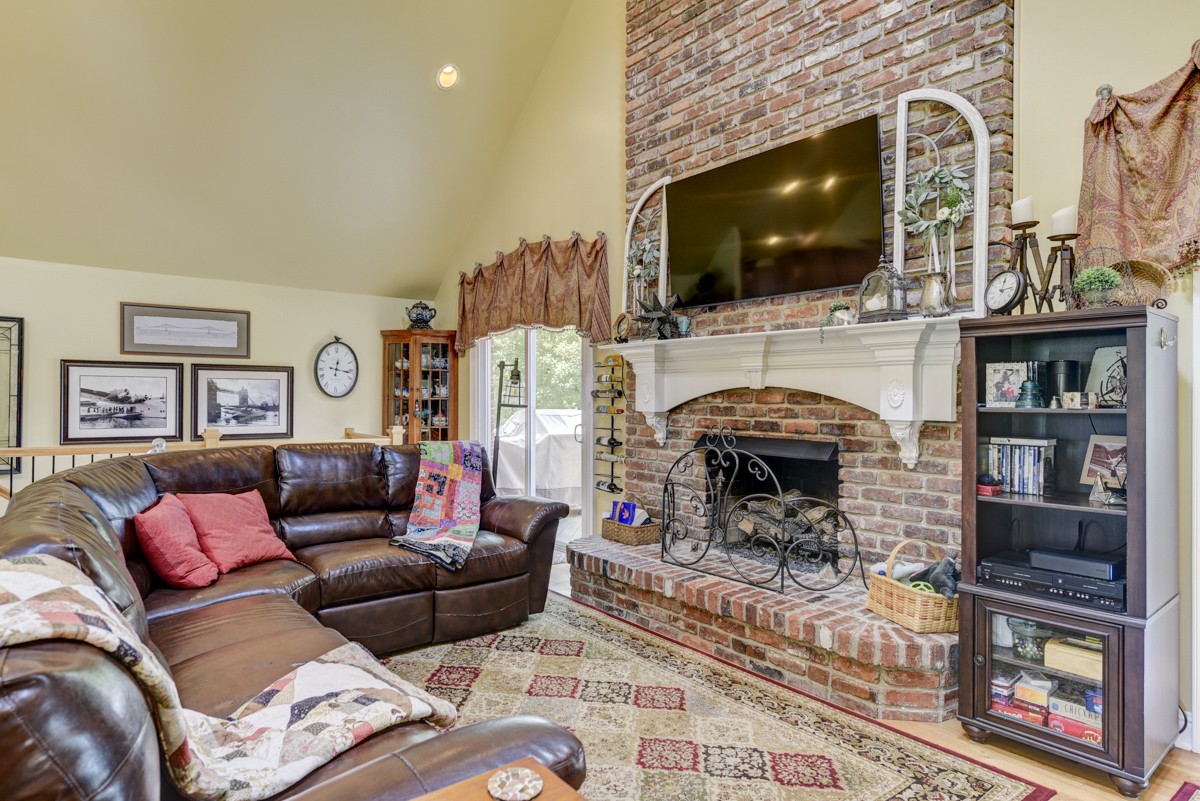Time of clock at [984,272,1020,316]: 12:13
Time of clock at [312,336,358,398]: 12:16
